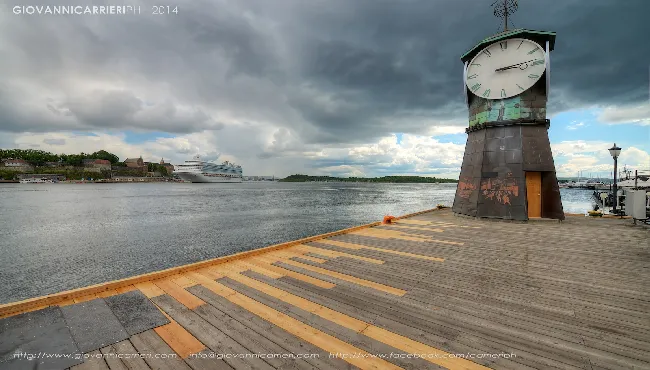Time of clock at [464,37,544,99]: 3:13
